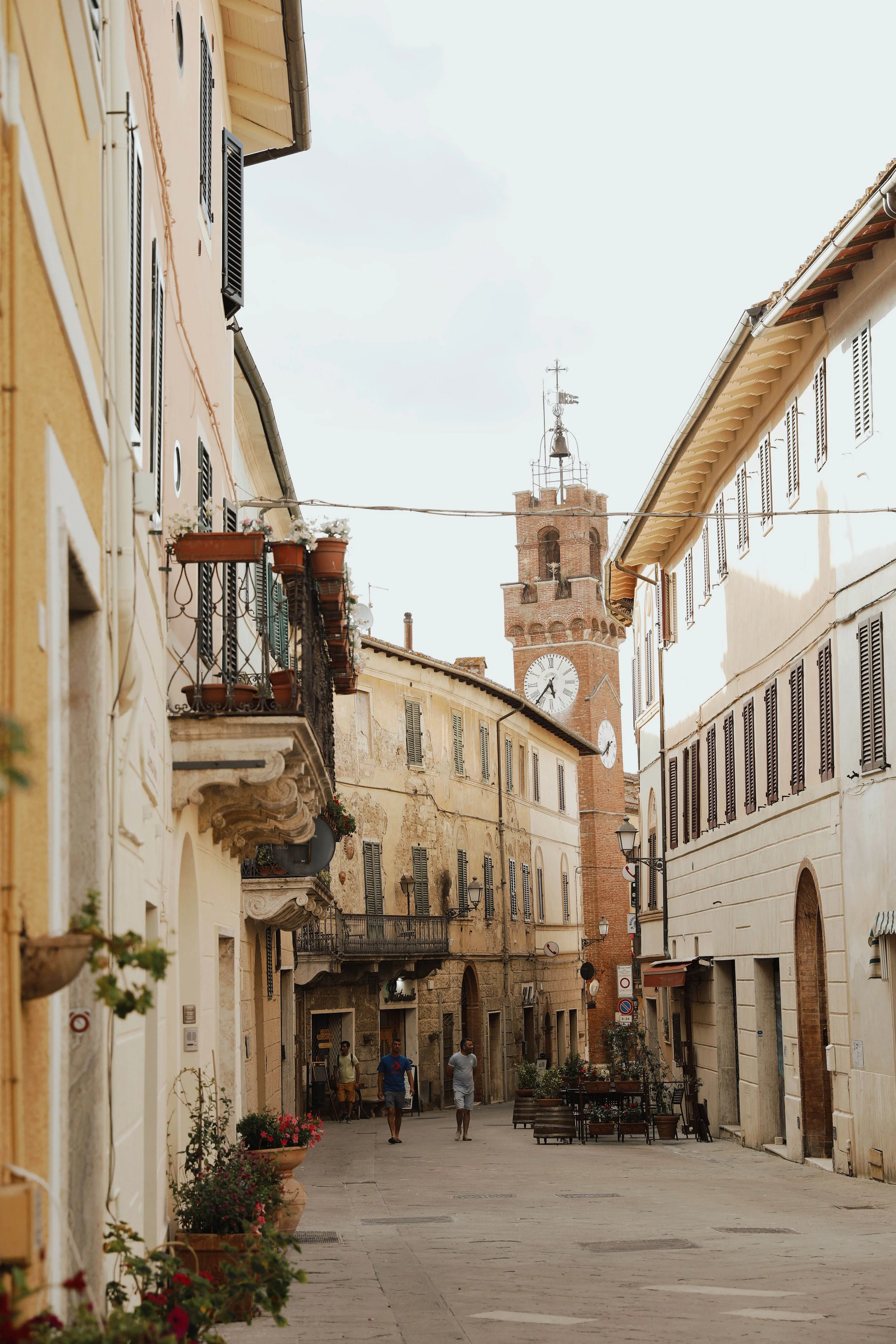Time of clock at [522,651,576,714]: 5:36
